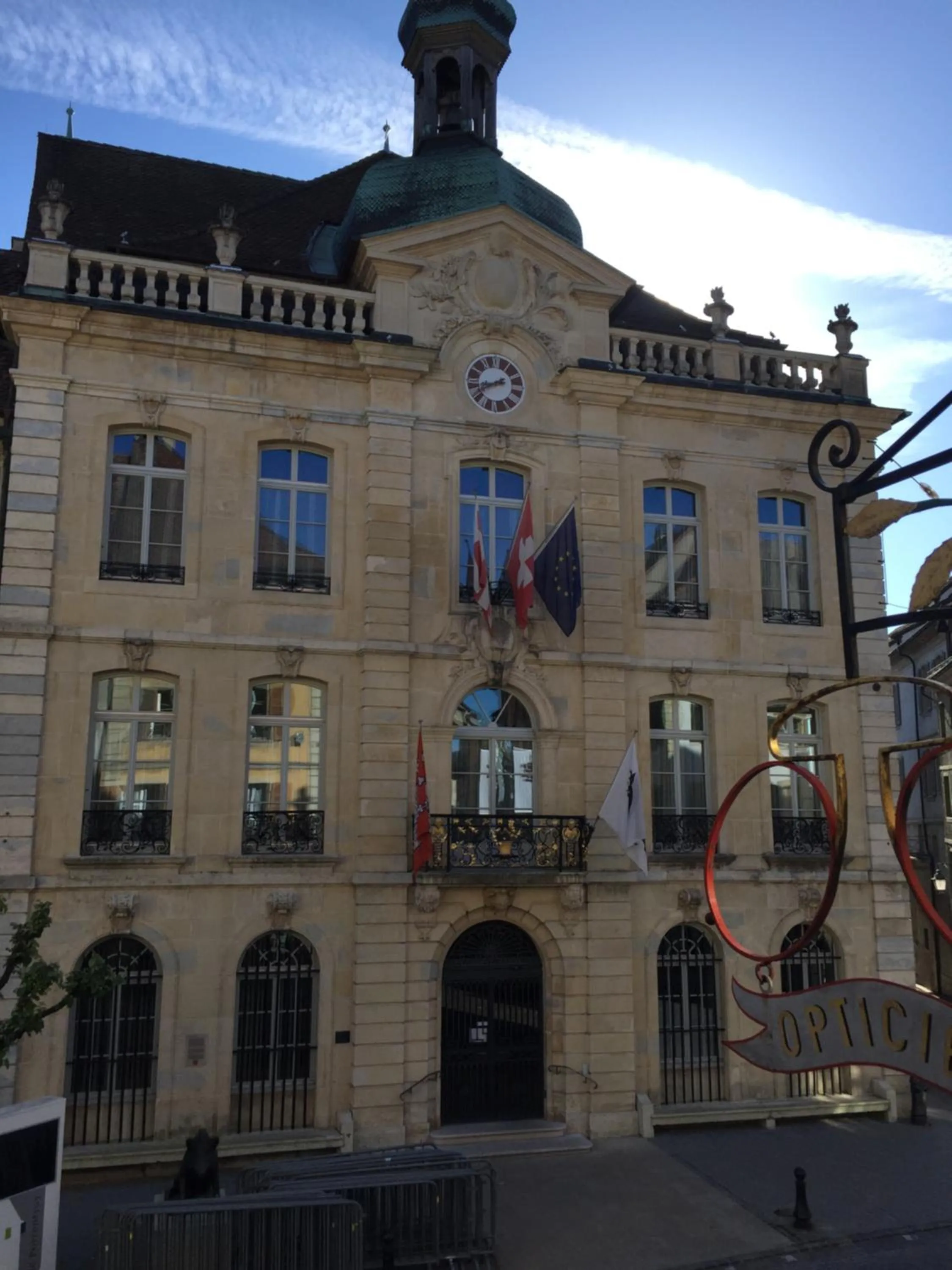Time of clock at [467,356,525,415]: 8:40
